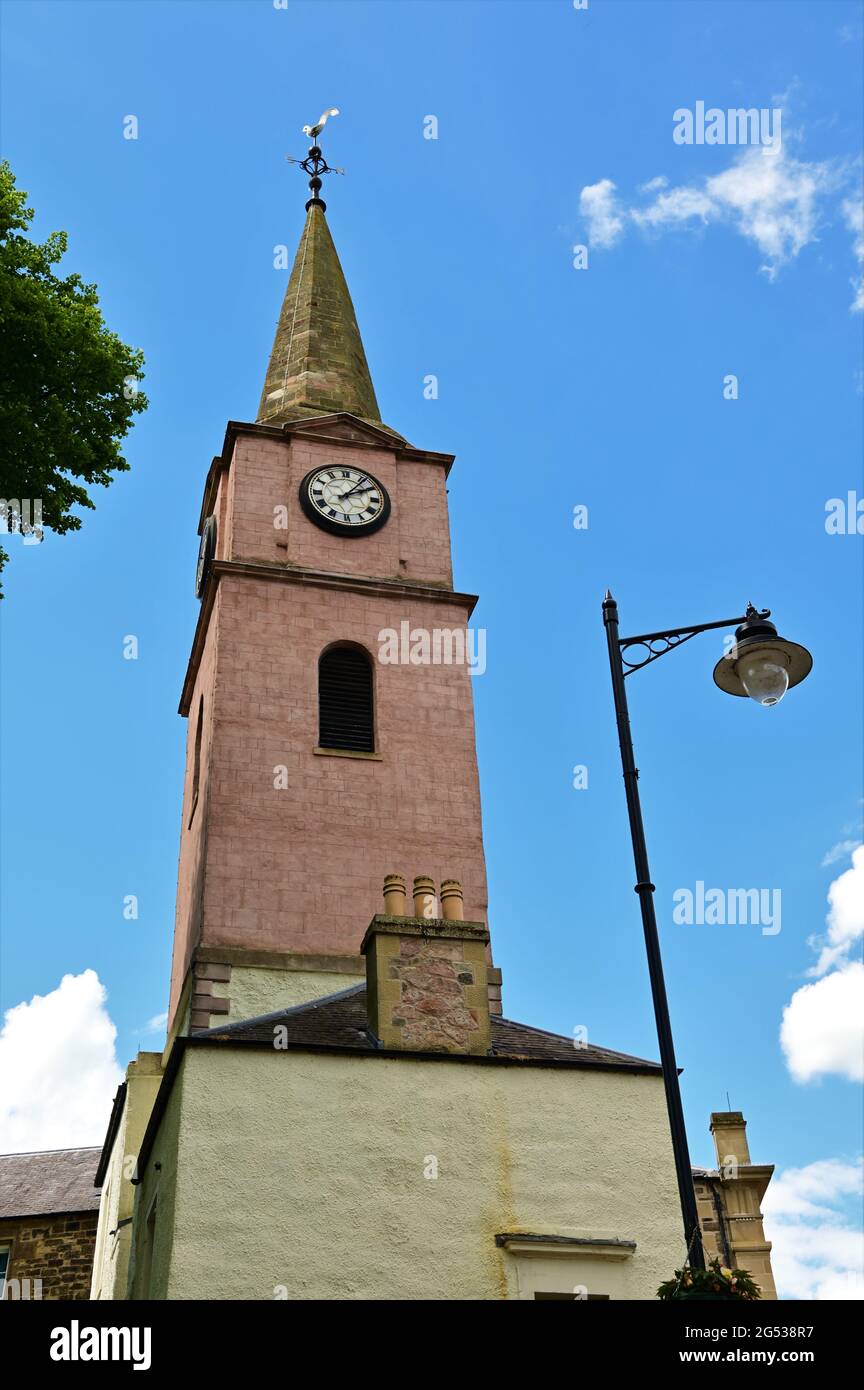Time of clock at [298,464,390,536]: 2:06
